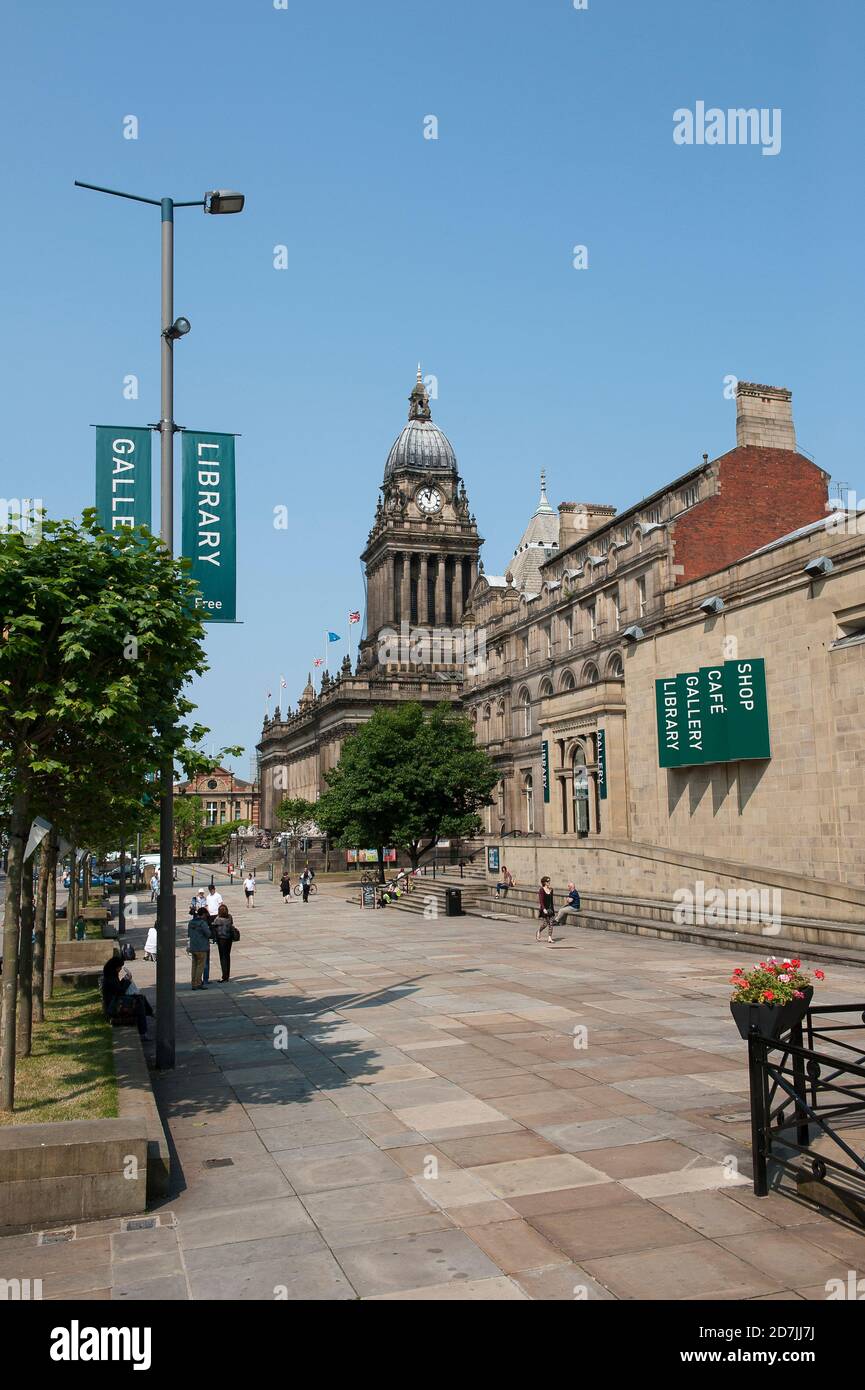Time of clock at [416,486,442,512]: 11:02
